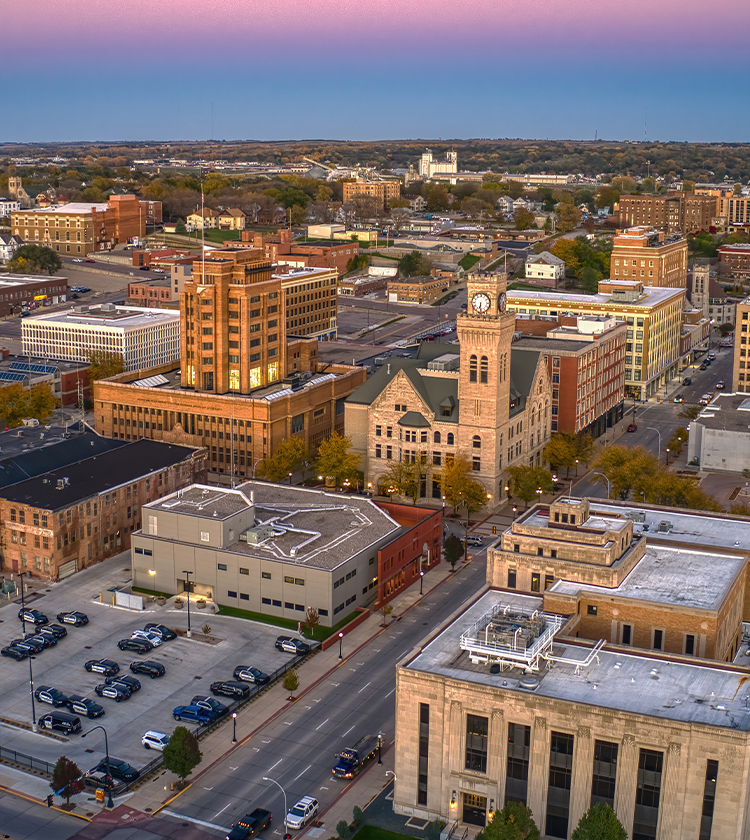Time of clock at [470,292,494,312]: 6:30
